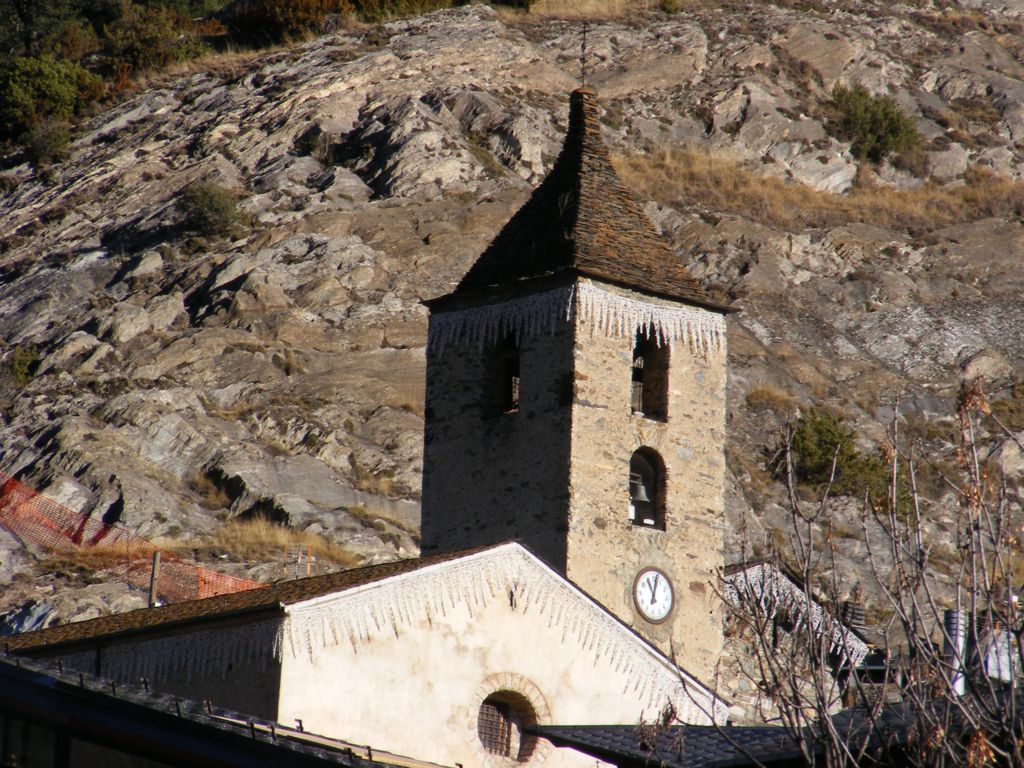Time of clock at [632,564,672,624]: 11:02
